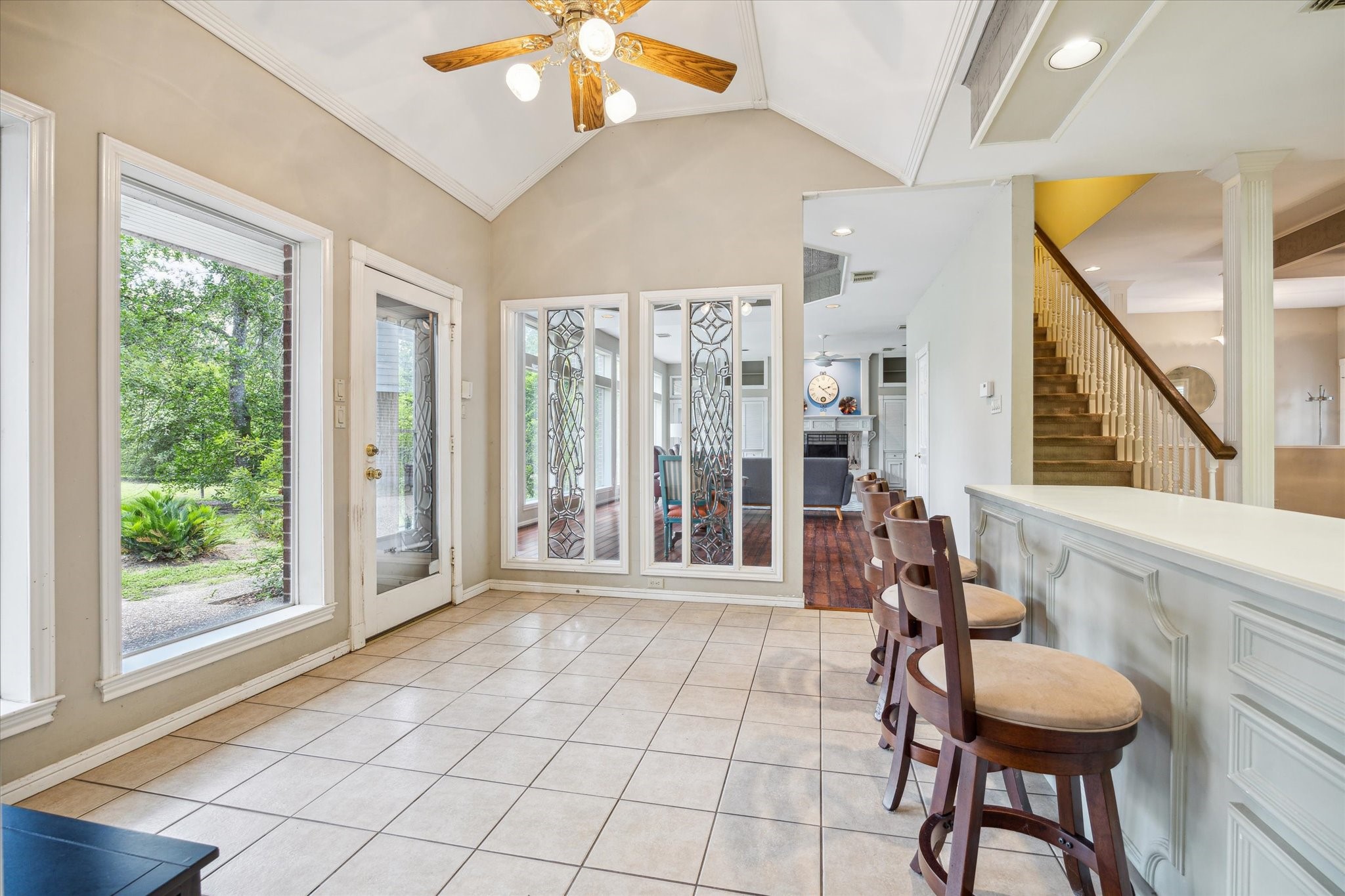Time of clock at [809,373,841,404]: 2:21
